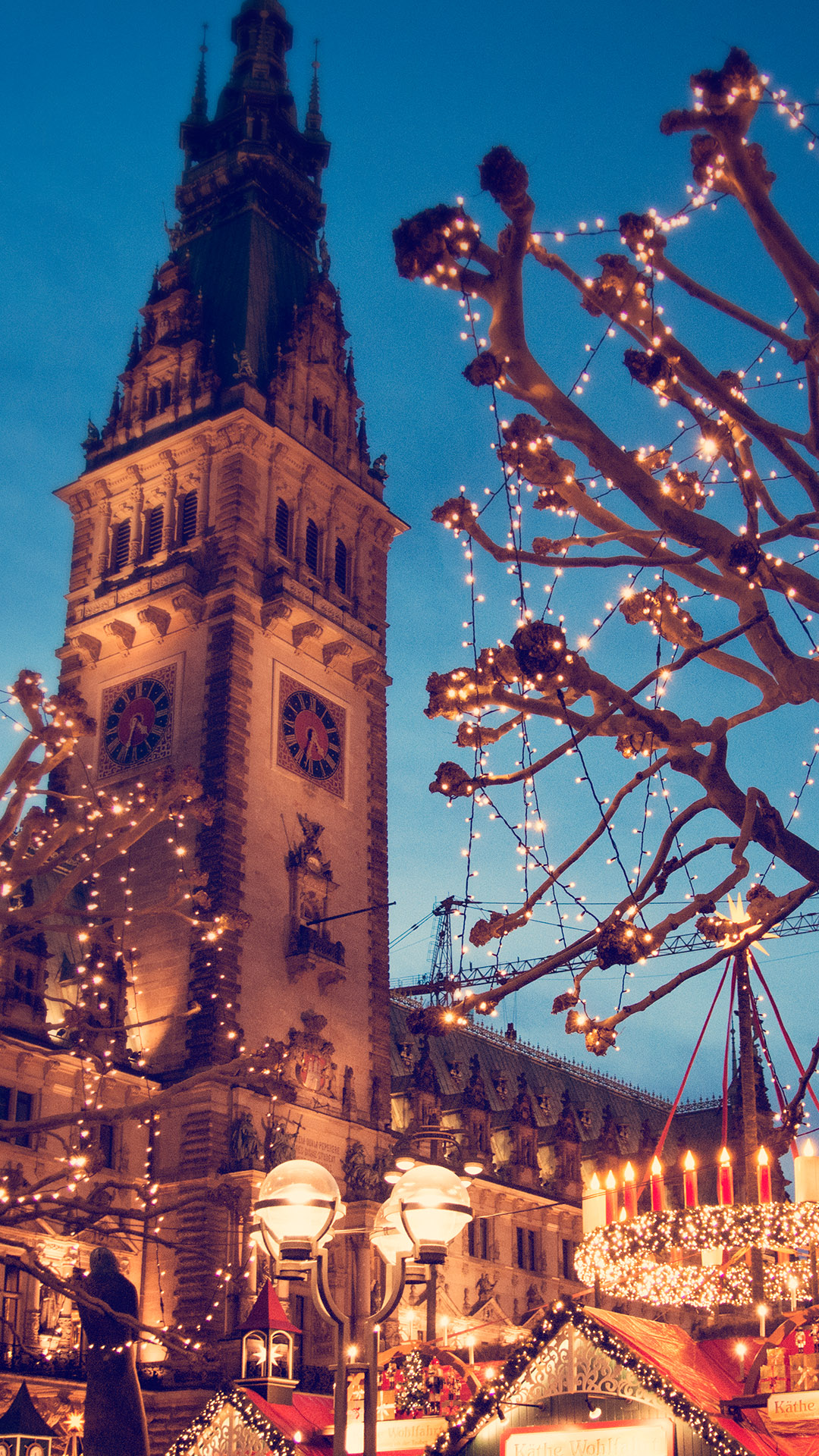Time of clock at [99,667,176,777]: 4:33
